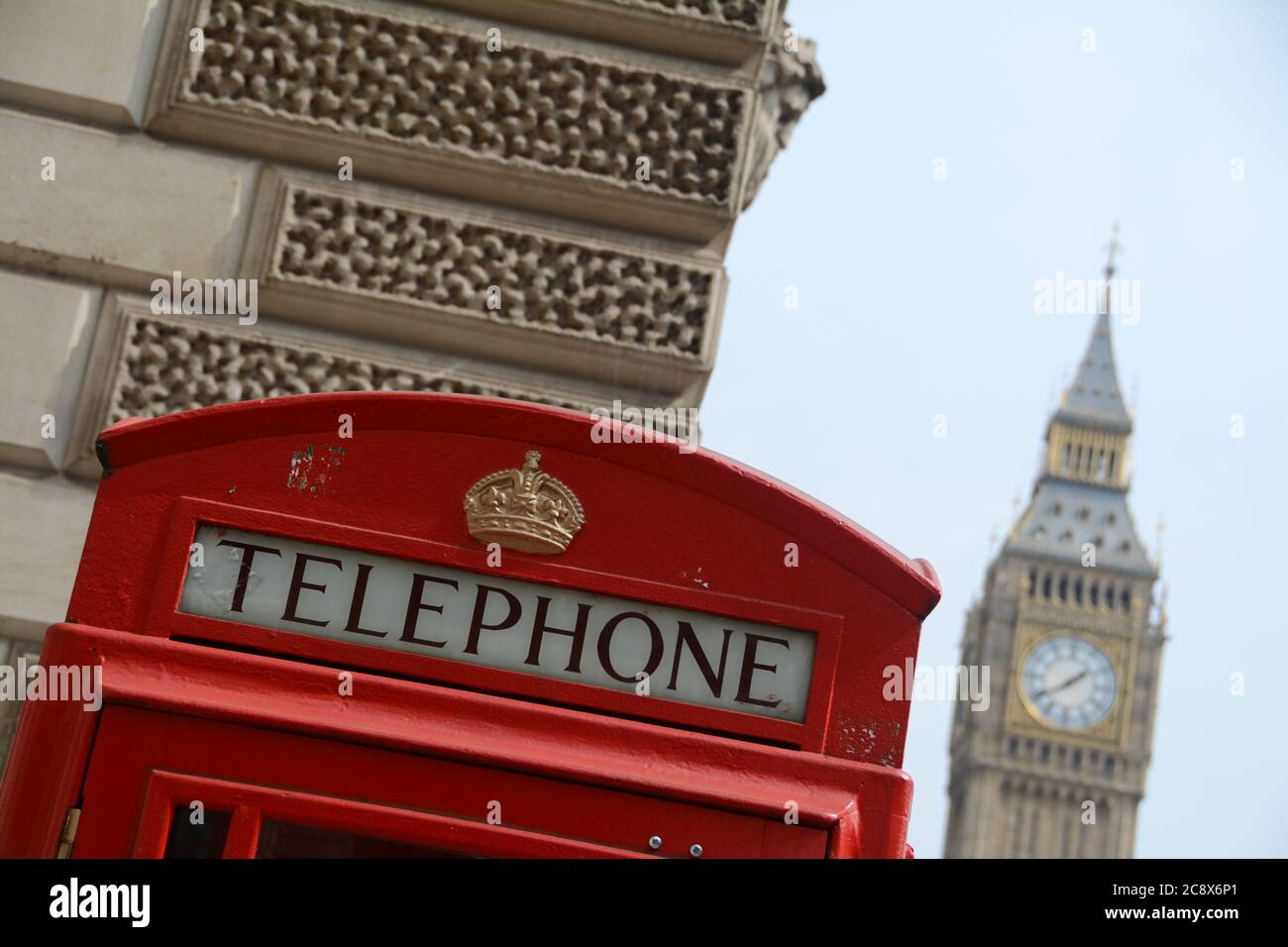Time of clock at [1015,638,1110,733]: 1:39
